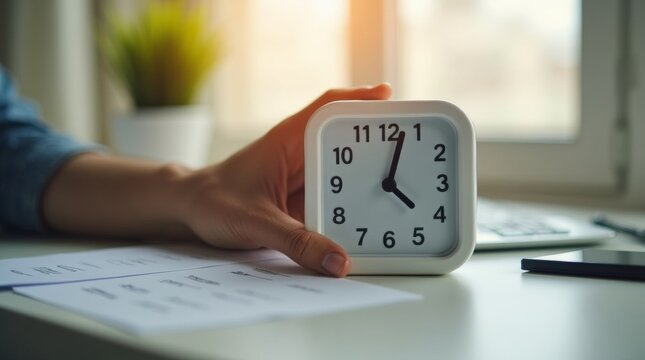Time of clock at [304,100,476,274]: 4:02
